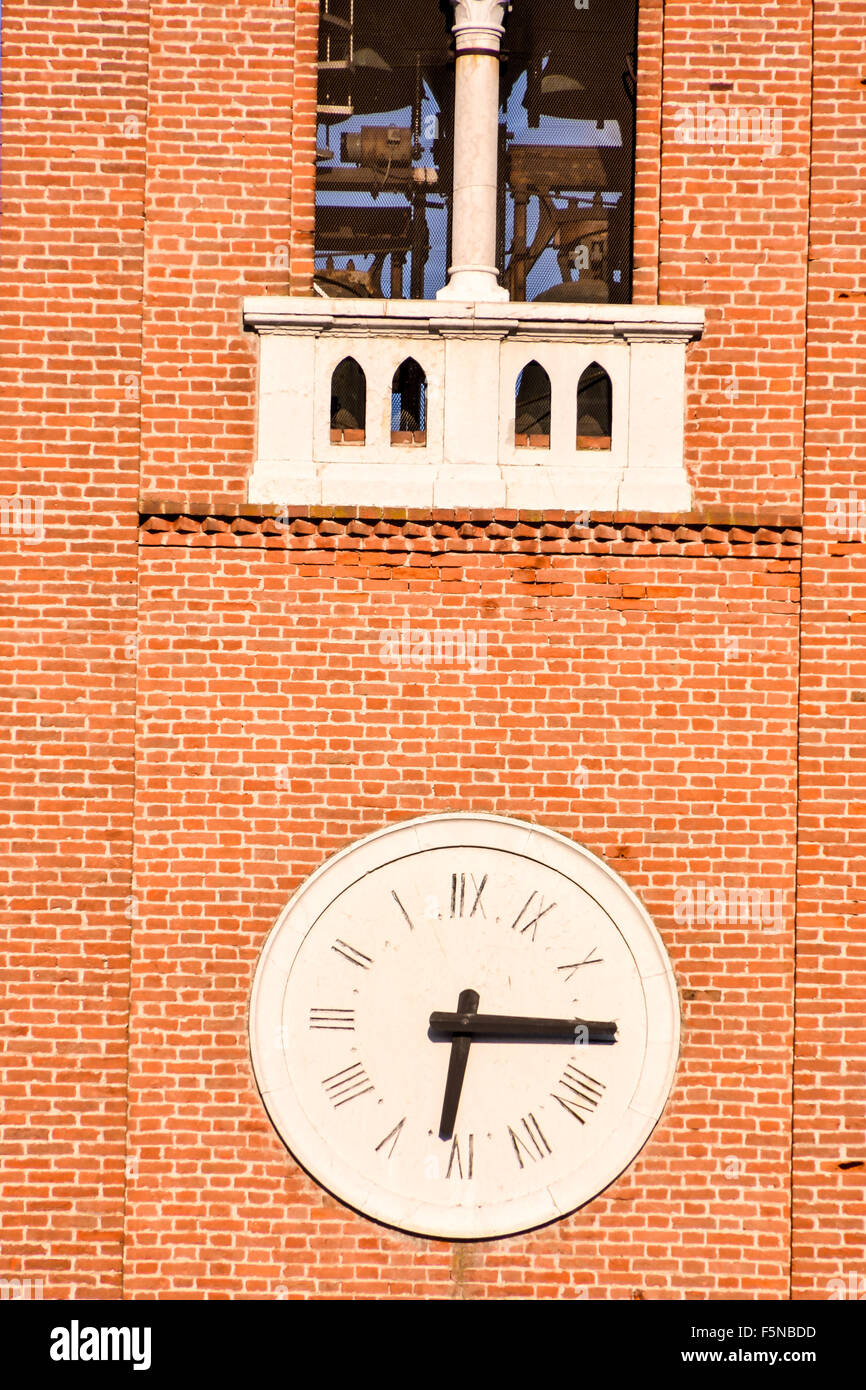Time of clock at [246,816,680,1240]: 6:15
